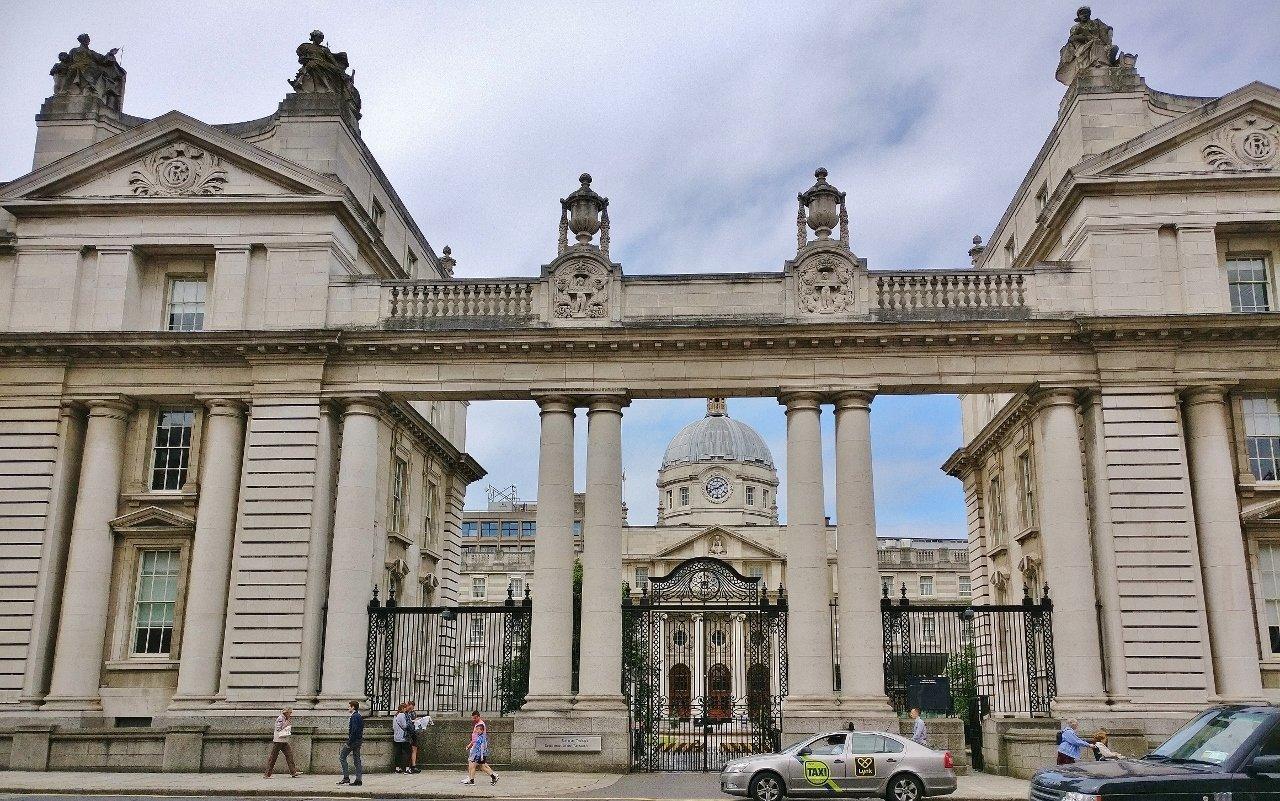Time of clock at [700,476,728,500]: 8:09
